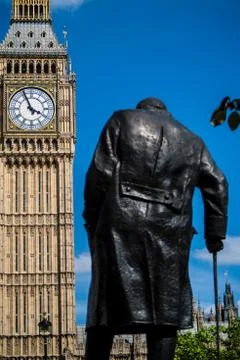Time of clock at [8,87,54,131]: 3:56
